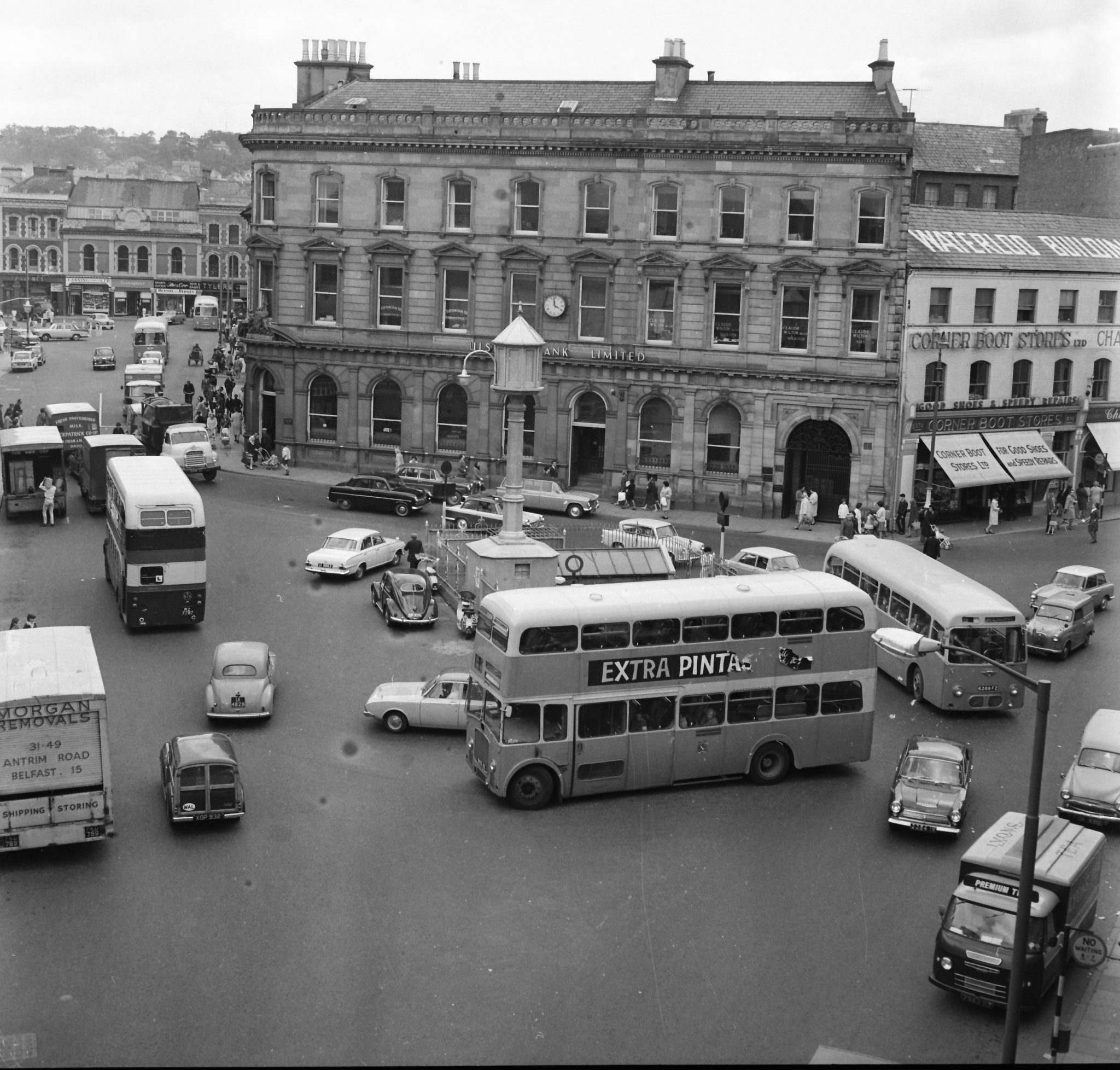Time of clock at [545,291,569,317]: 3:58
